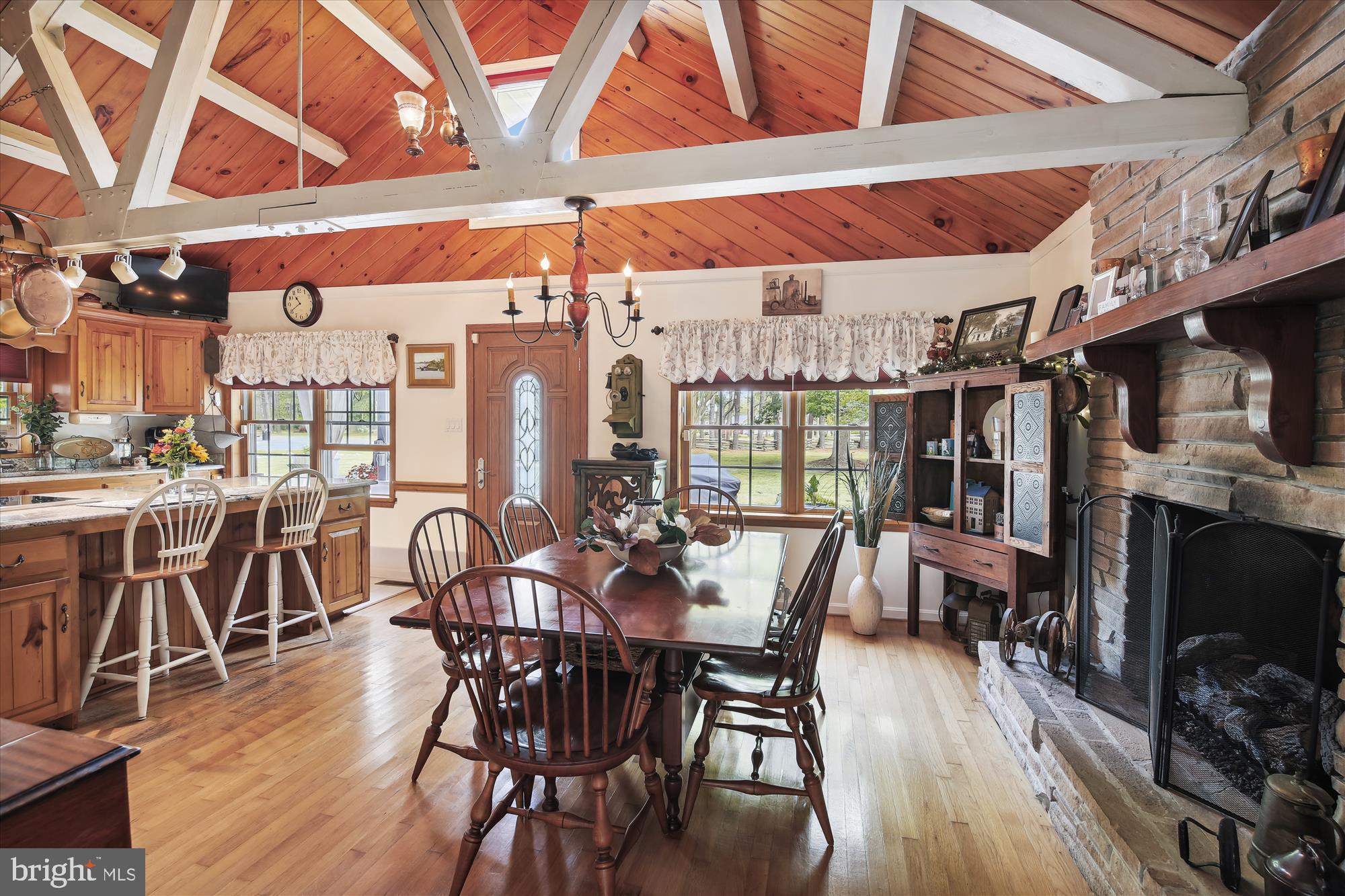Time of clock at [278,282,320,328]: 10:40
